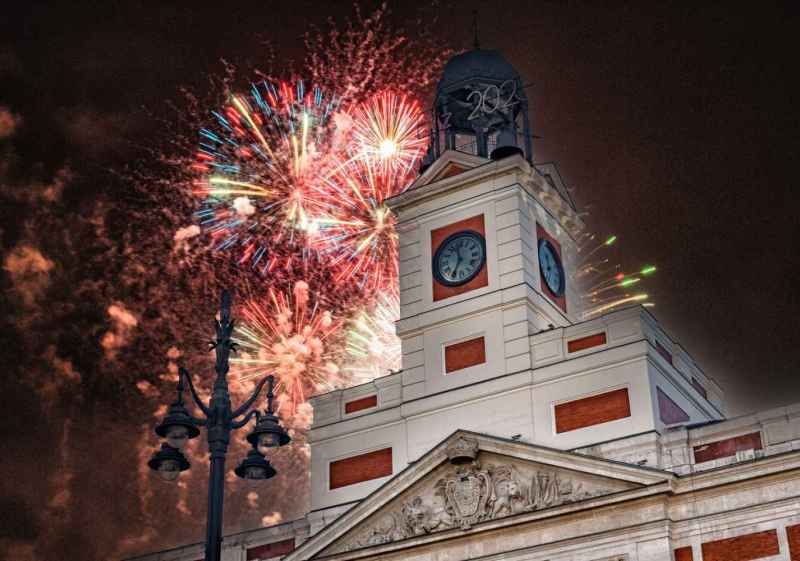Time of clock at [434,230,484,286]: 11:35
